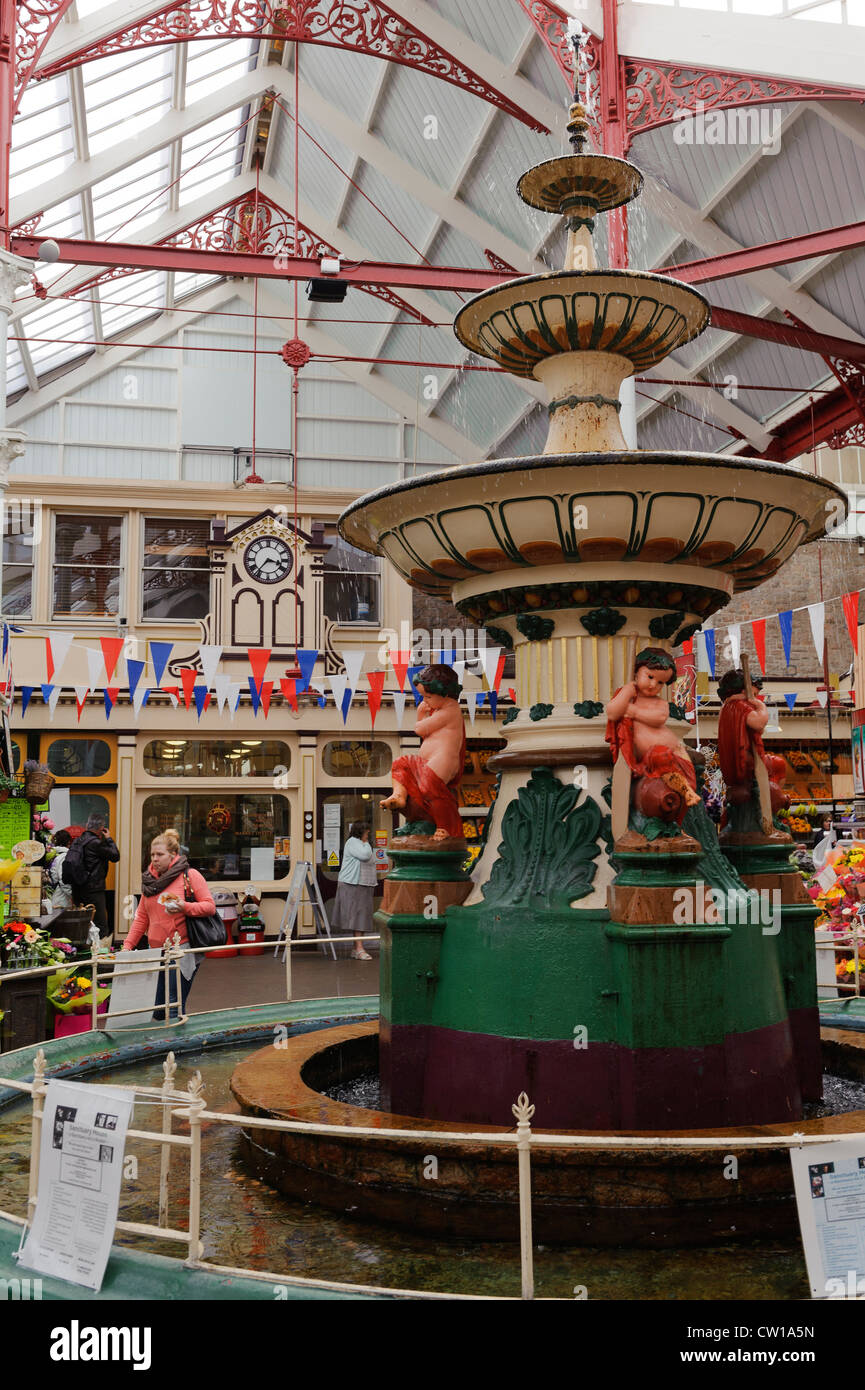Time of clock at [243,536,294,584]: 3:36
